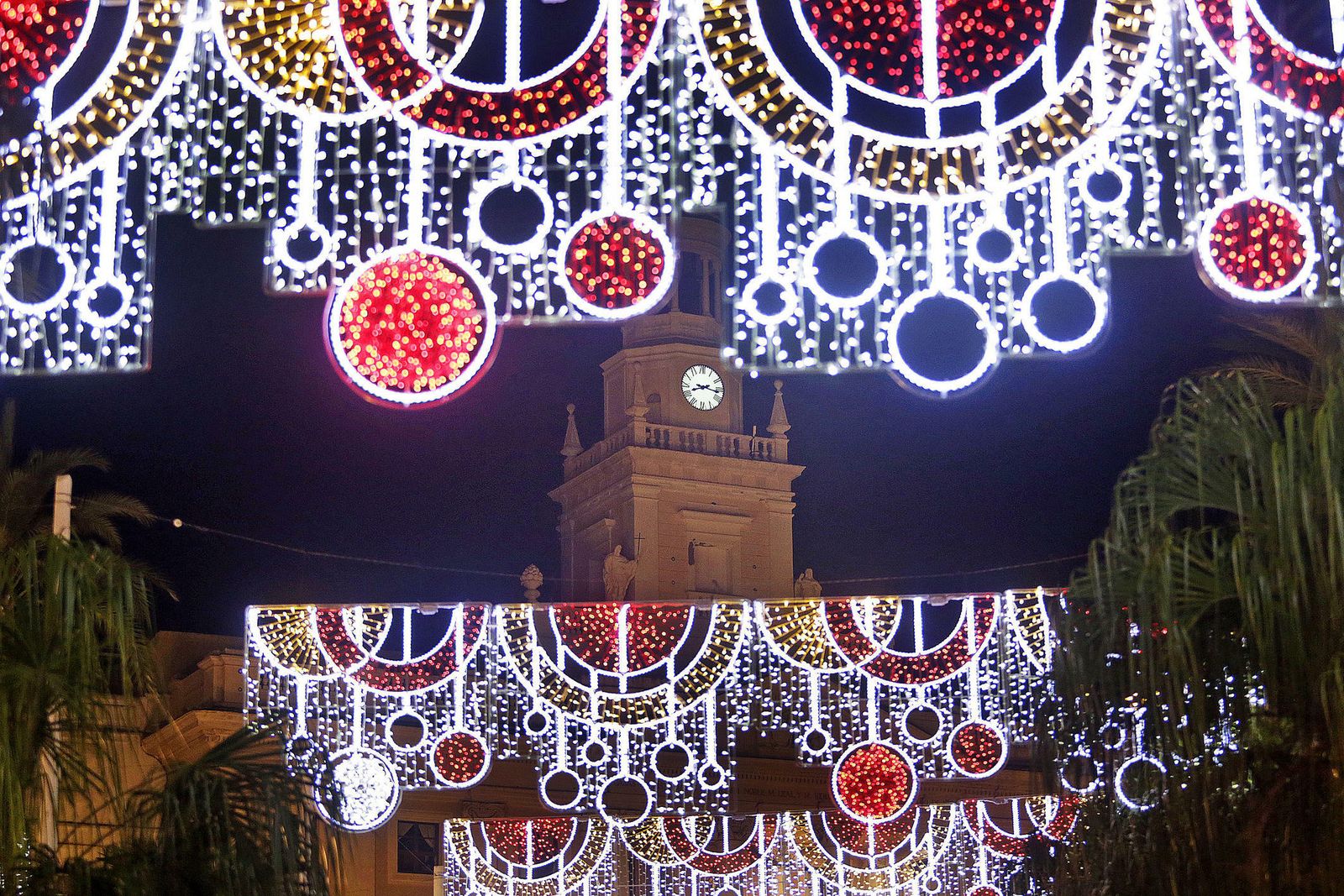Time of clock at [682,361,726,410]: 8:16
